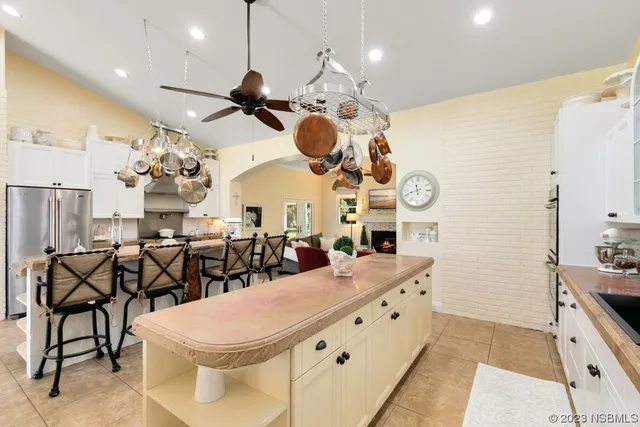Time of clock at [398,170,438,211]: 11:41
